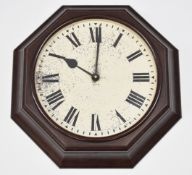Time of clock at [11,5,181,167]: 10:00
